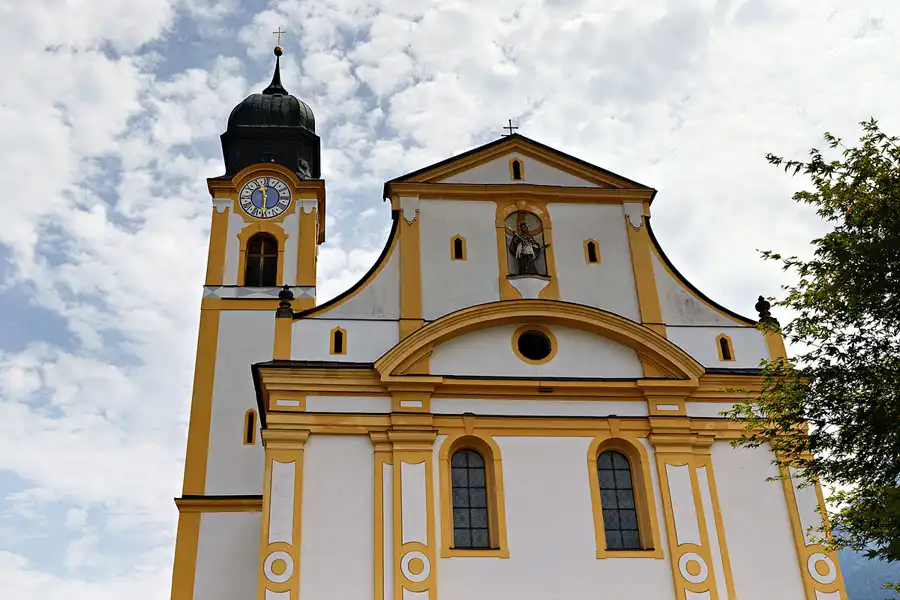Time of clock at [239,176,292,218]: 11:29
